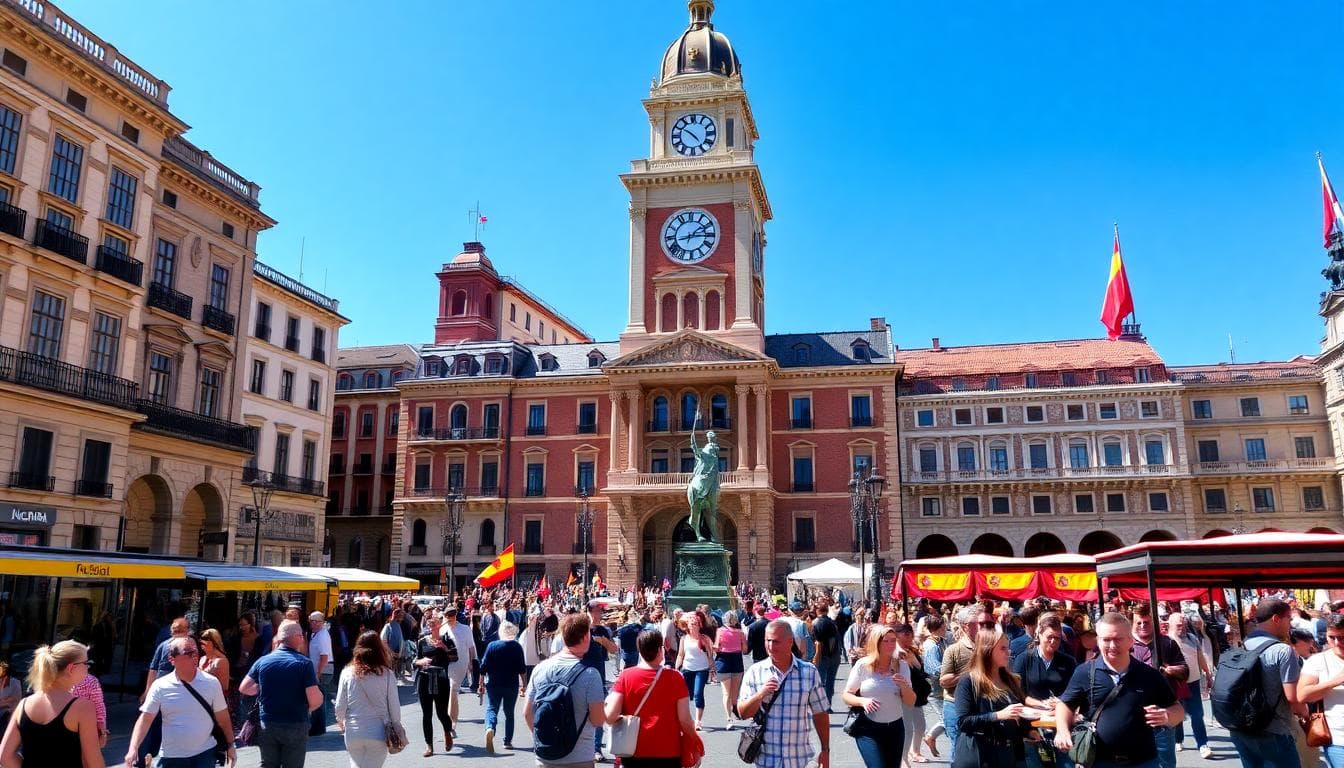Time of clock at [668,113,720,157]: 4:50
